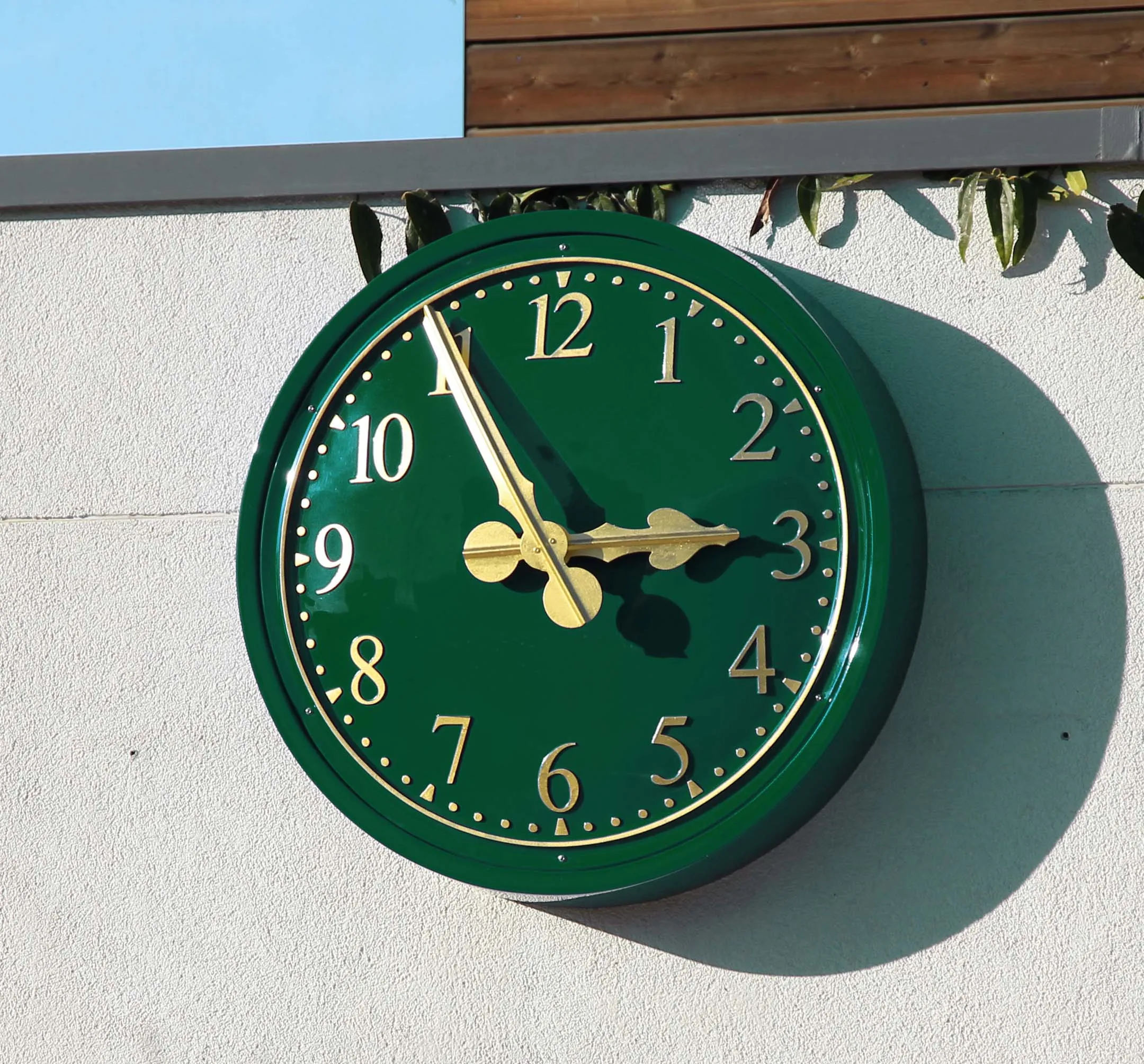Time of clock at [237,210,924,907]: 2:55
